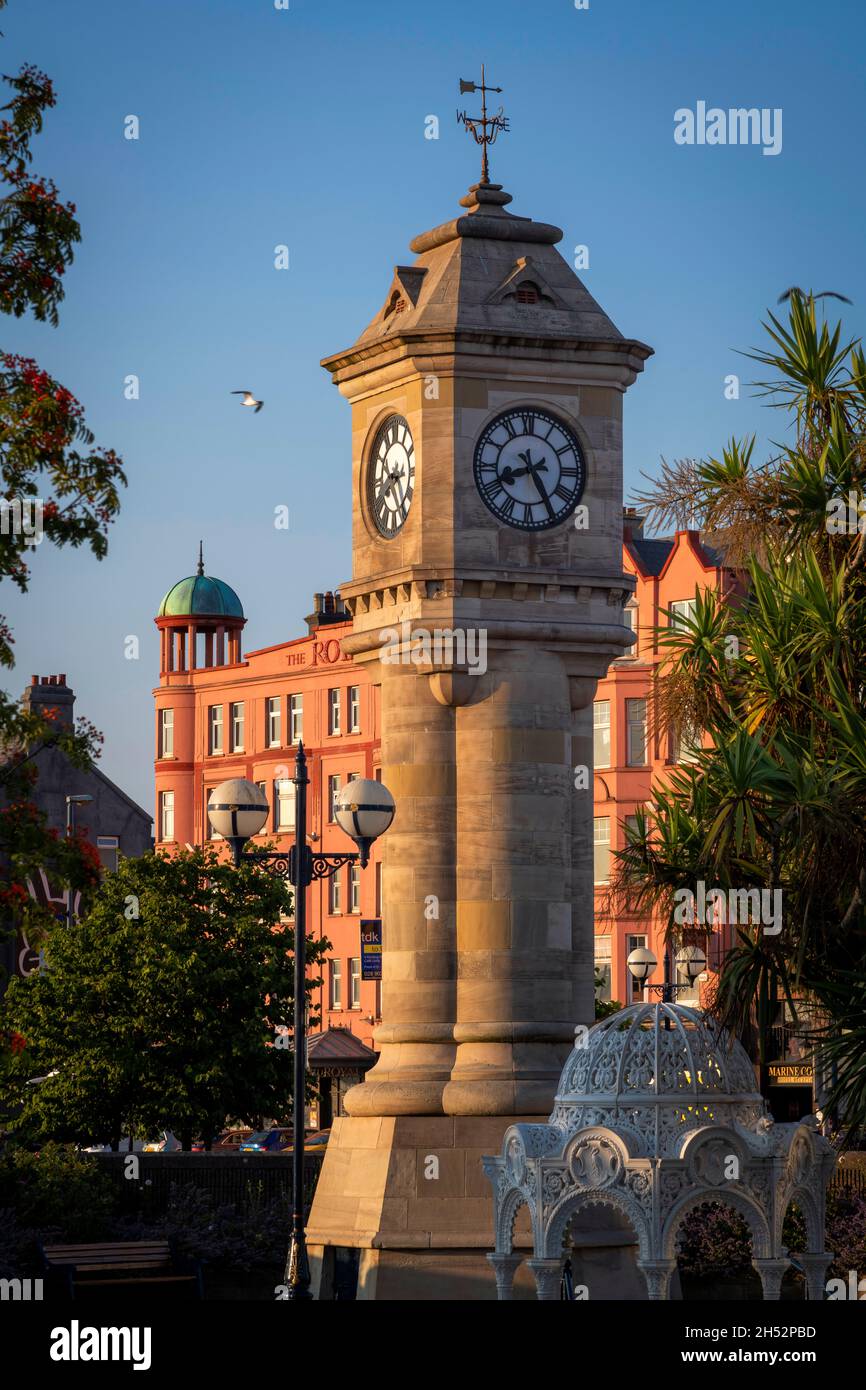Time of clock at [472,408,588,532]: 8:25
